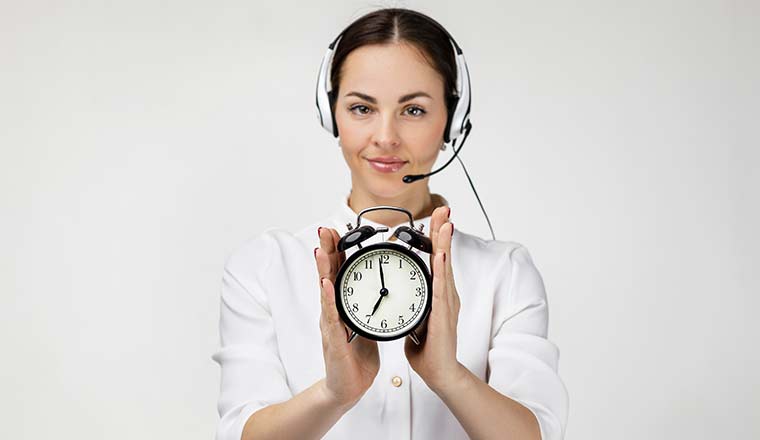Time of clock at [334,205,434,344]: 6:58
